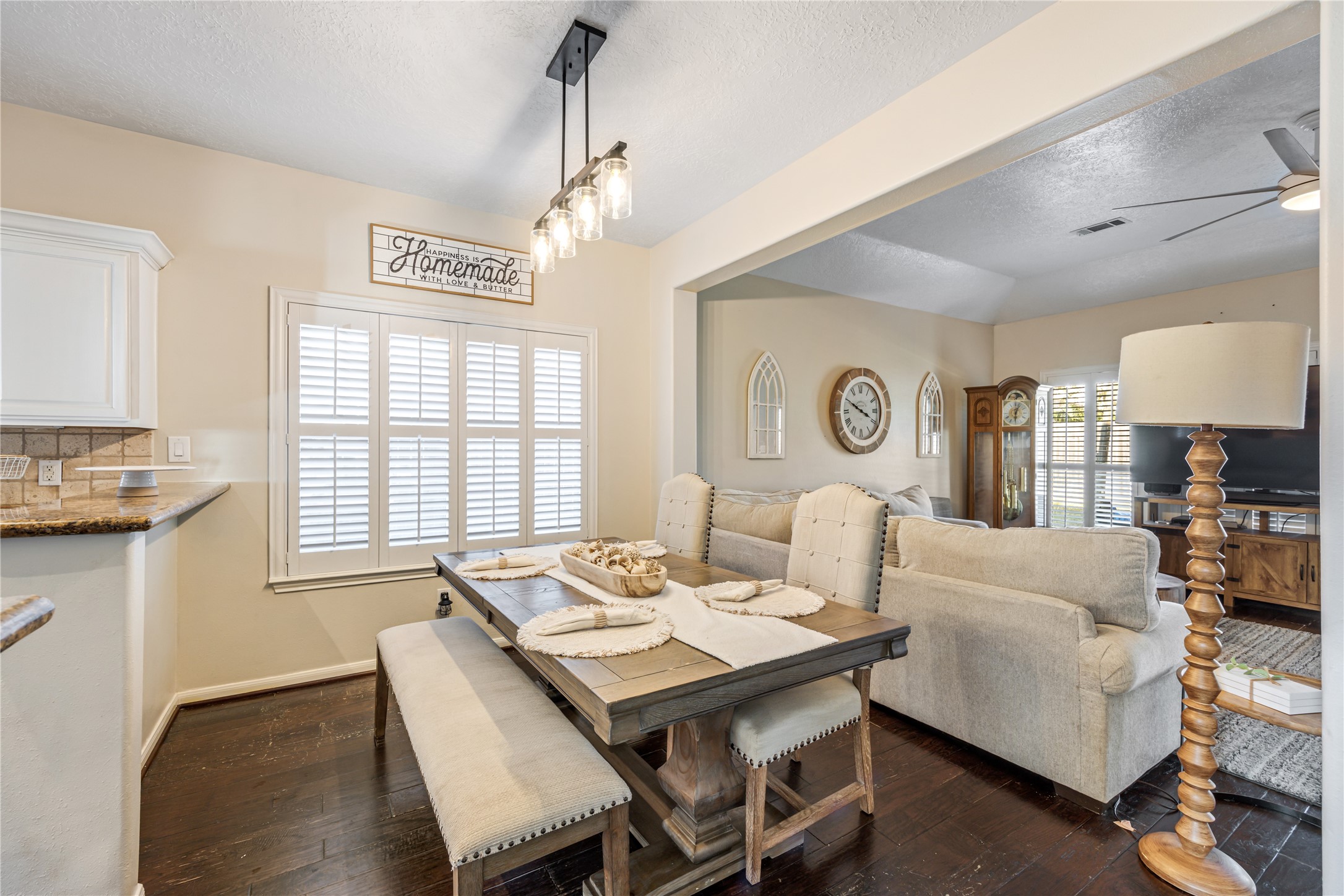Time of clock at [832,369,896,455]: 3:49
